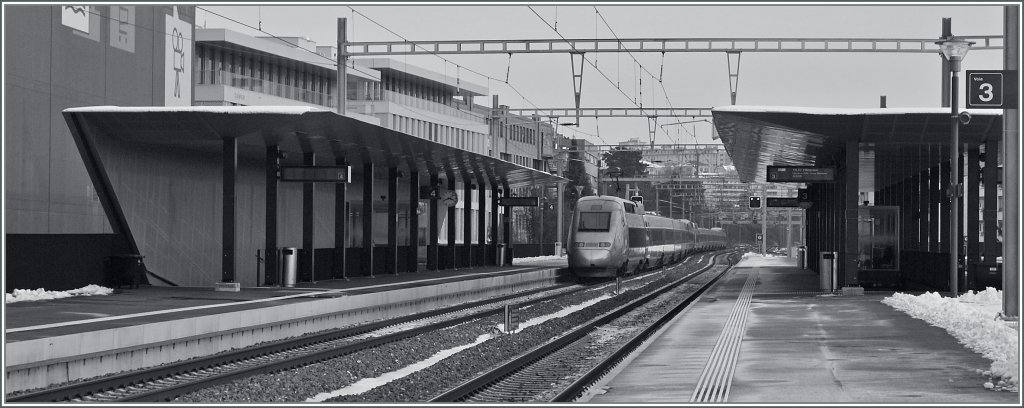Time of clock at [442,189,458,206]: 3:41
